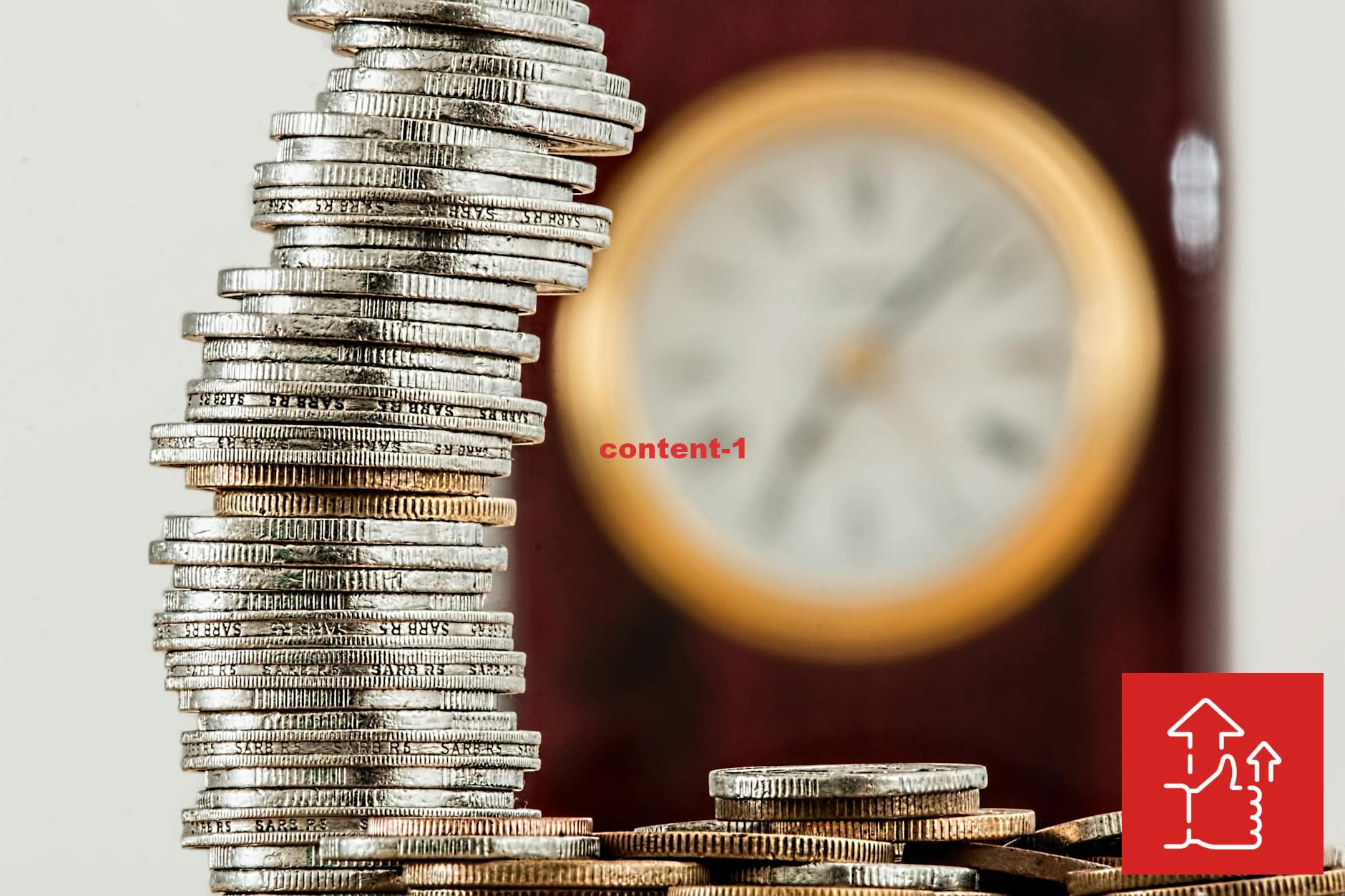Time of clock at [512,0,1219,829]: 7:07
